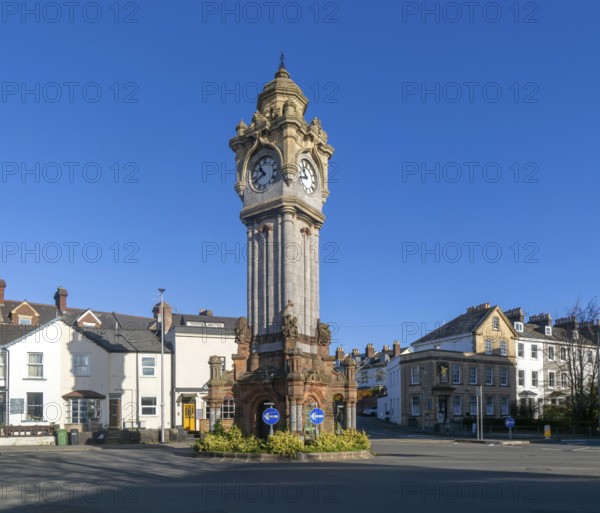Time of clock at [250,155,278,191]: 10:41
